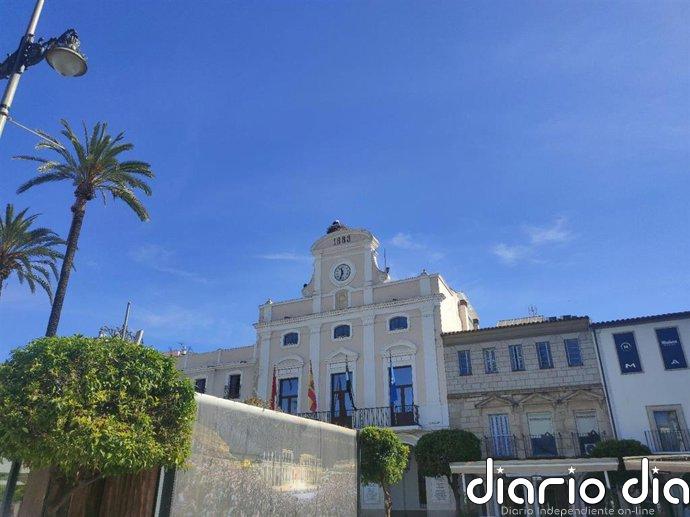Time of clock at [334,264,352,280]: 11:33
